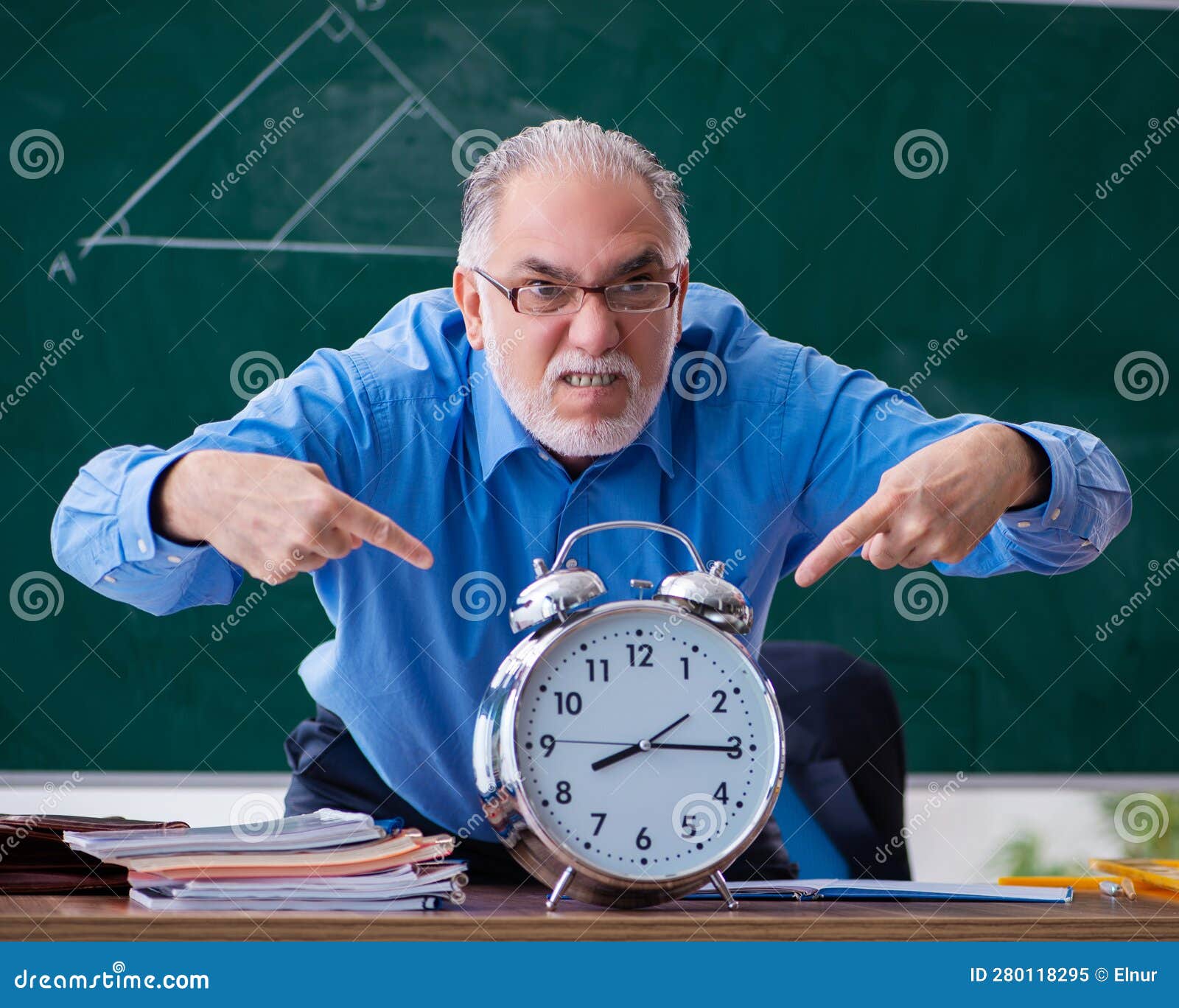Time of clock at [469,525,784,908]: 8:15
